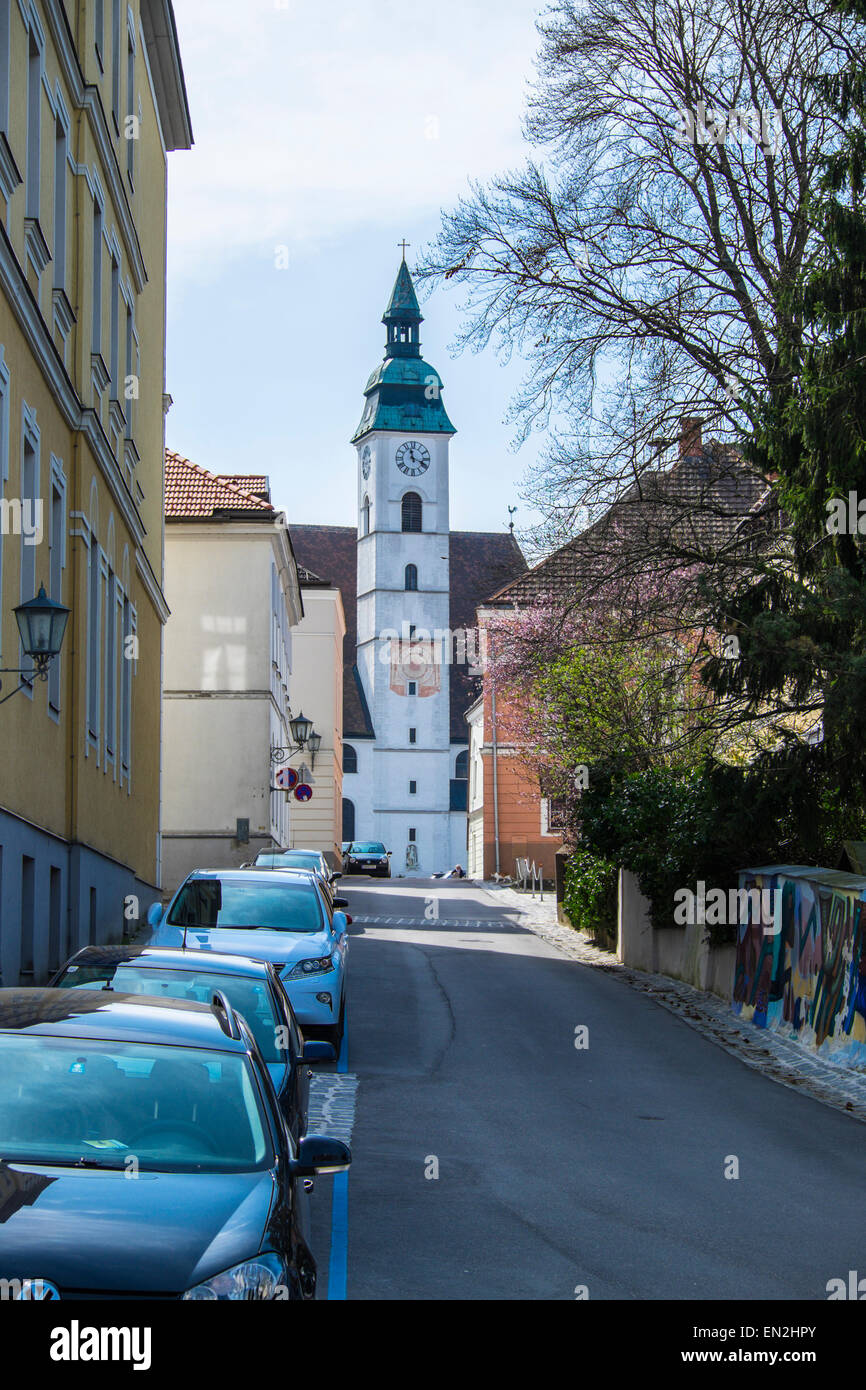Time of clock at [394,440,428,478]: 11:18
